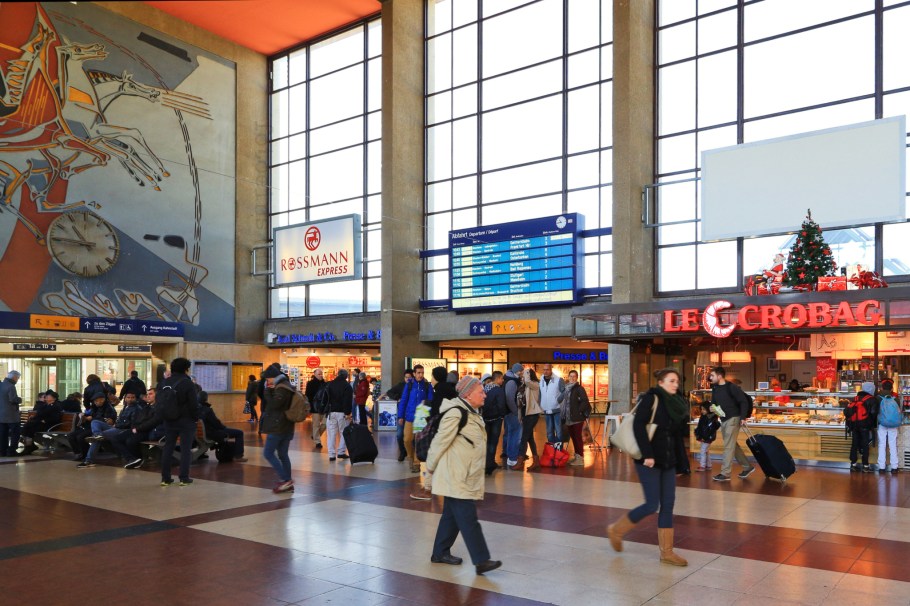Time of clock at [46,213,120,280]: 10:45
